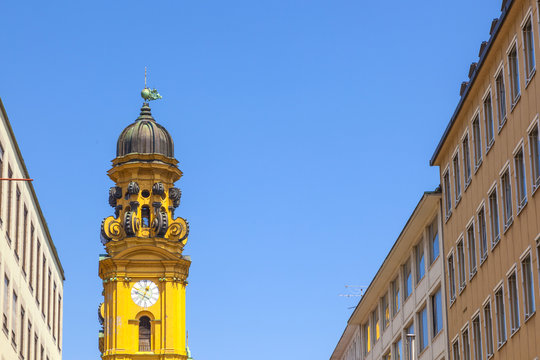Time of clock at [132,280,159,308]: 12:49
